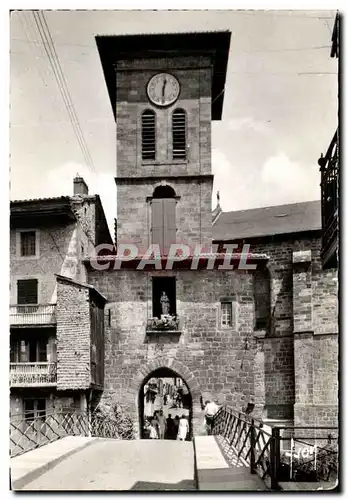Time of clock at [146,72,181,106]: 12:30
